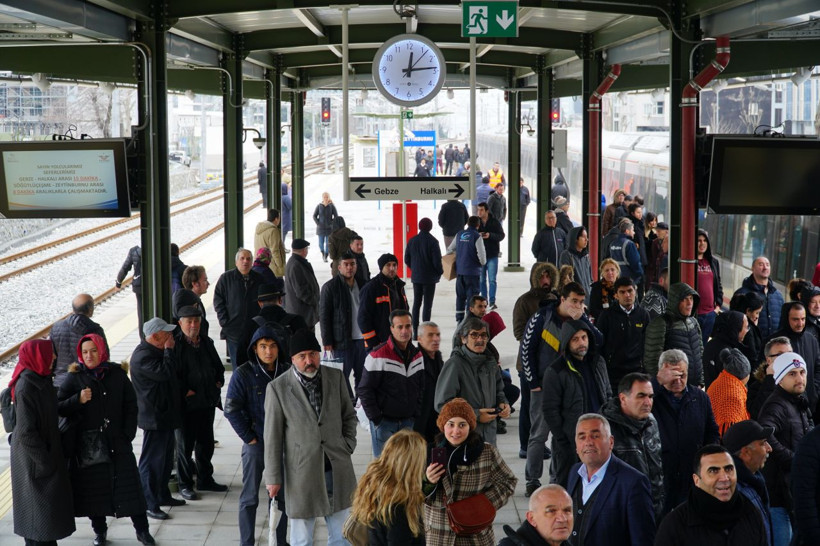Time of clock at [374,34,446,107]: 12:13
